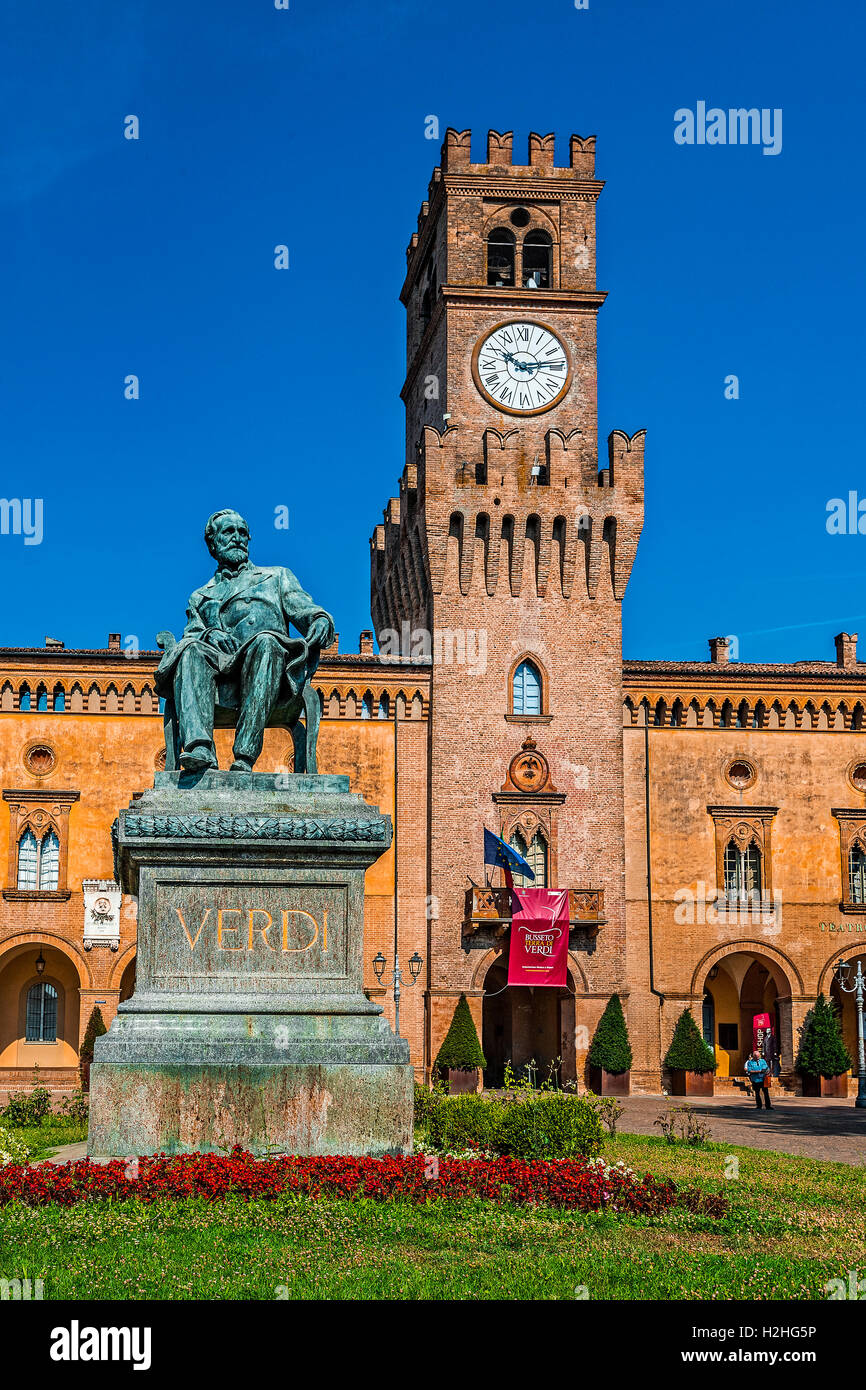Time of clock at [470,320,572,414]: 10:13
